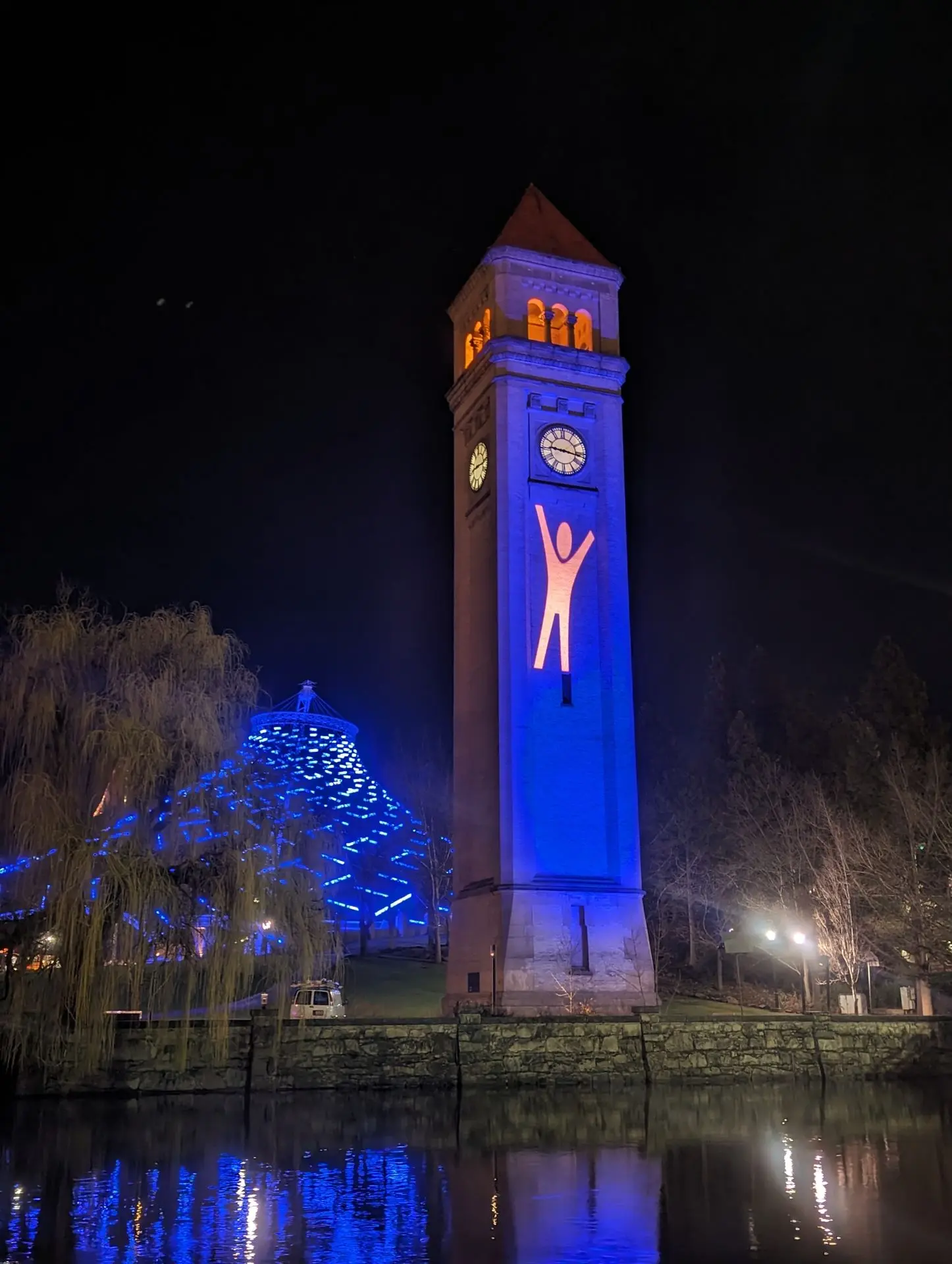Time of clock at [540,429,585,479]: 9:16
